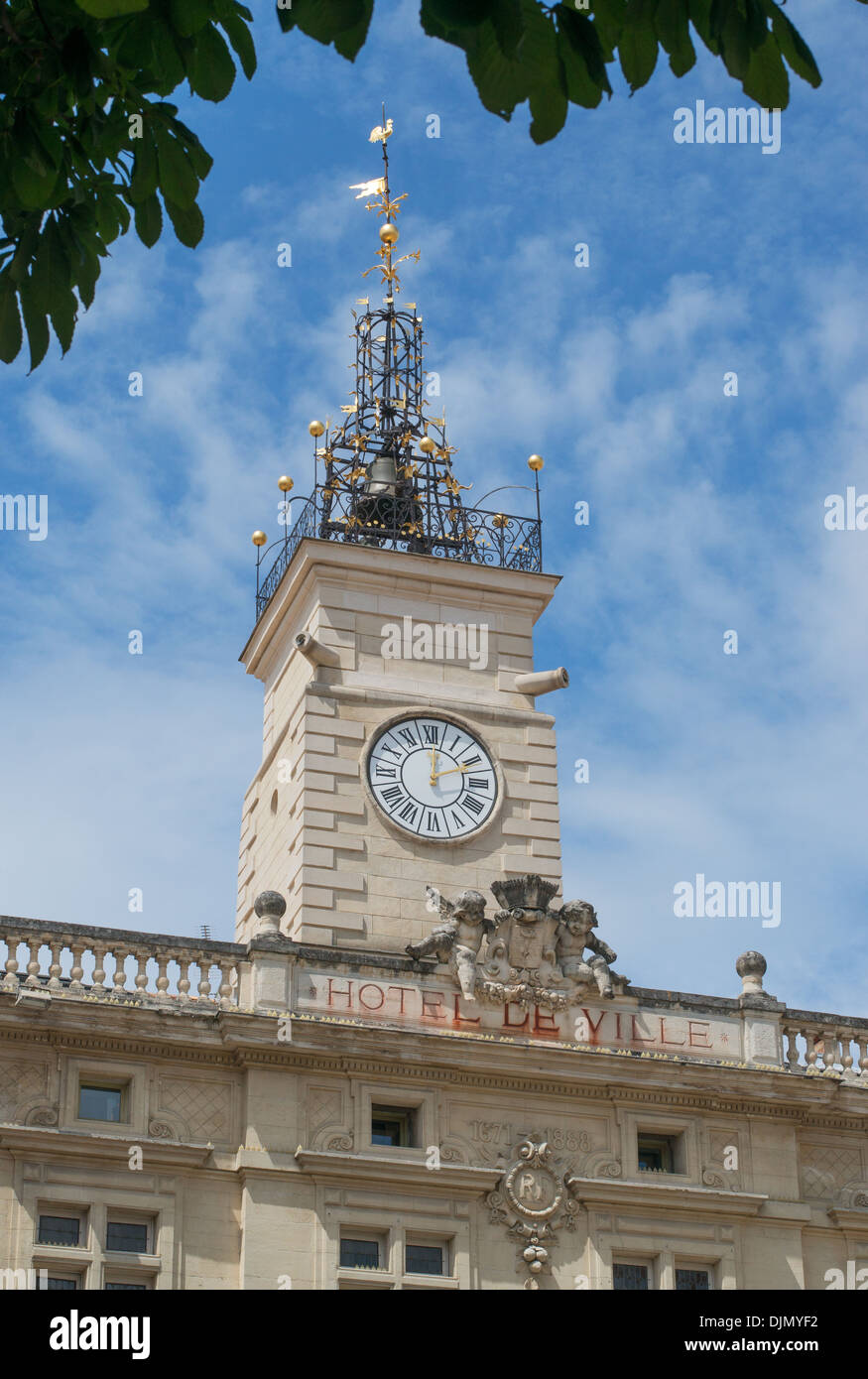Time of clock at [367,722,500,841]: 12:10
